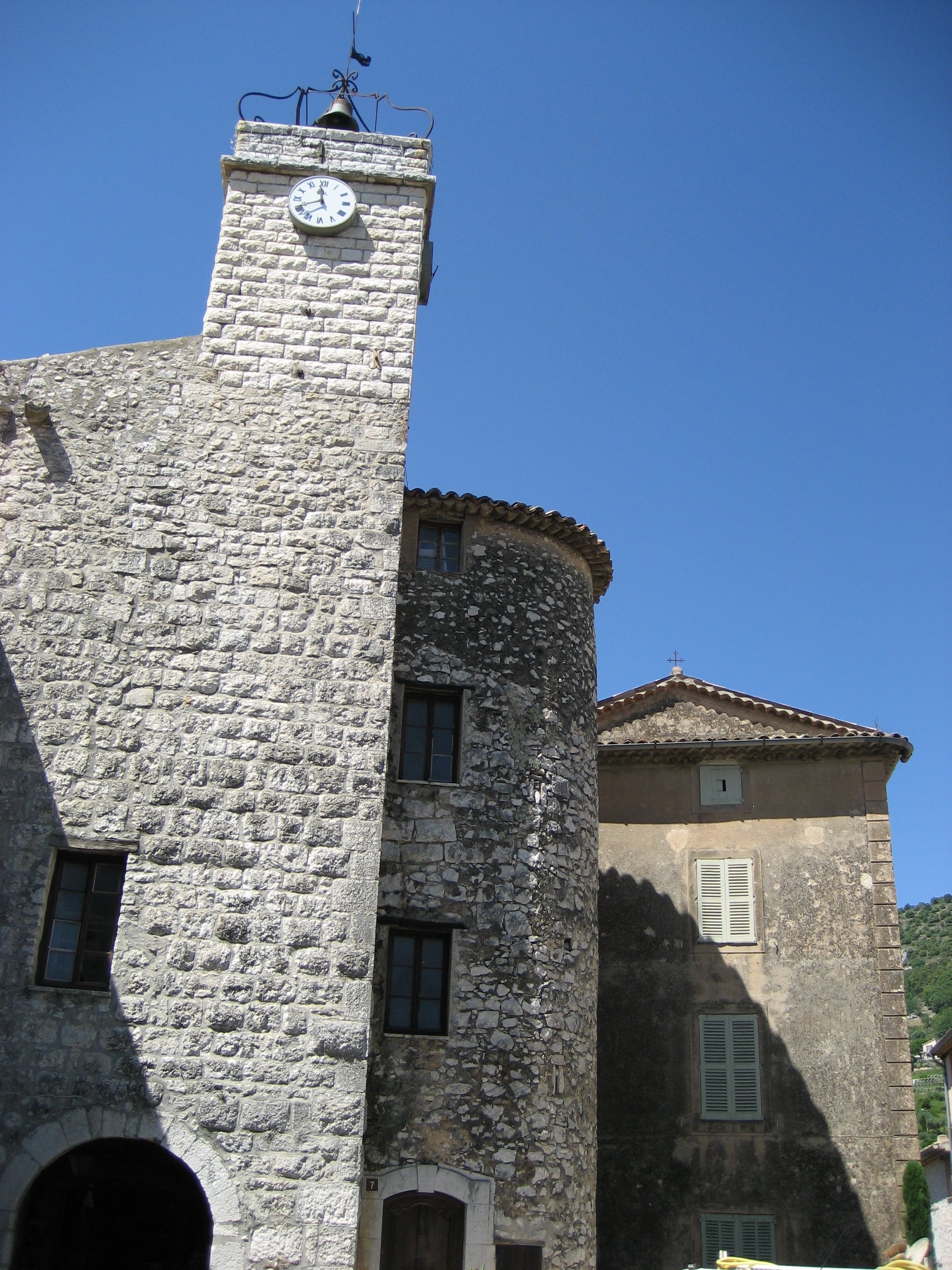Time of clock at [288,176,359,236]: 11:41
